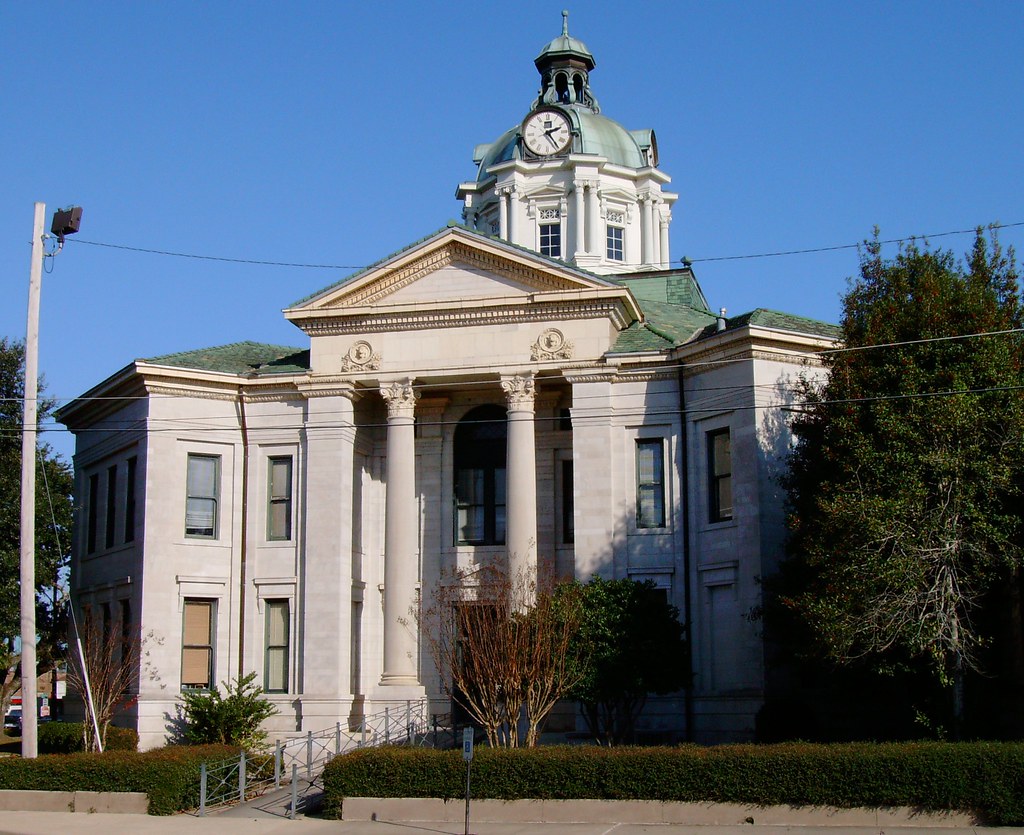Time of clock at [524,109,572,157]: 2:24
